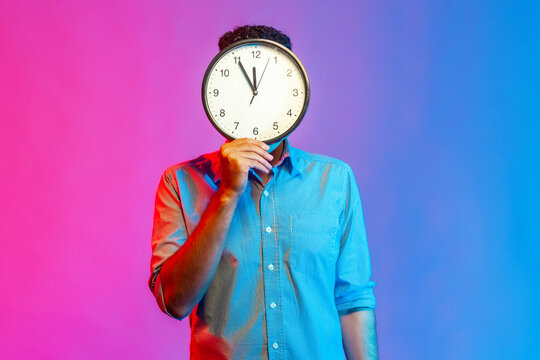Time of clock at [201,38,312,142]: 11:55
